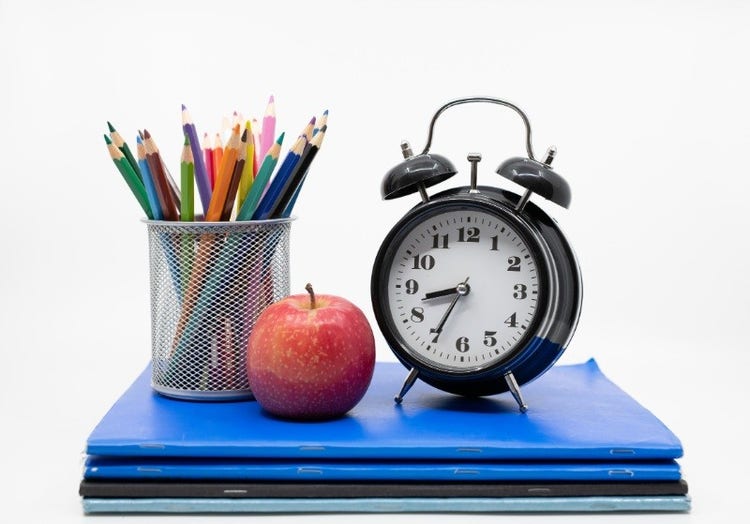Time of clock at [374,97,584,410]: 8:34
